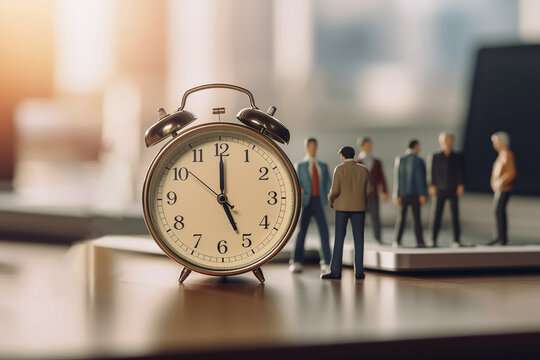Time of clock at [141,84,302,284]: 5:00
